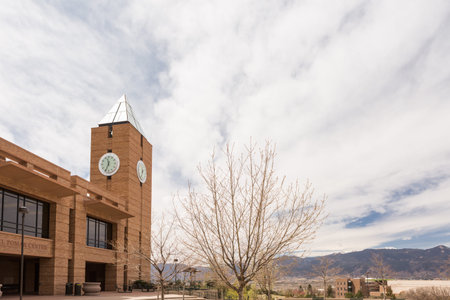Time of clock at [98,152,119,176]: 11:34
